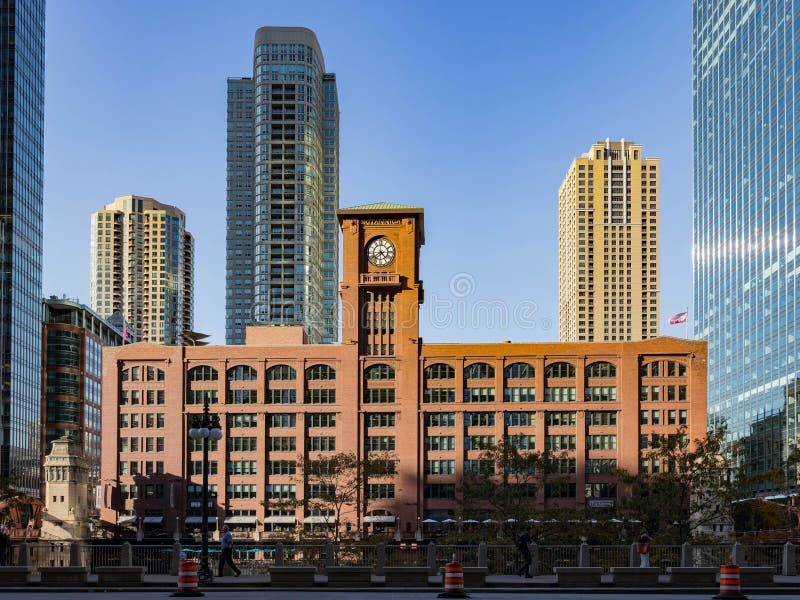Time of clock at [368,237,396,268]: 4:38
